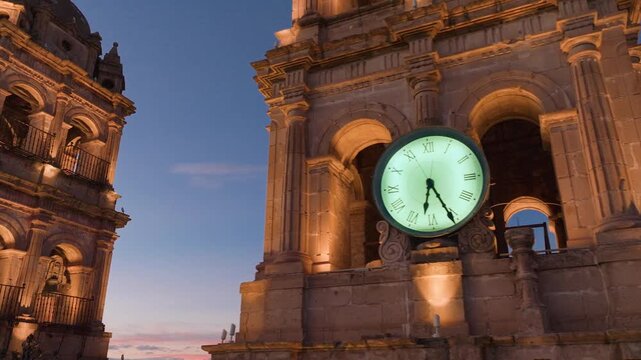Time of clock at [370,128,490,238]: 6:25
